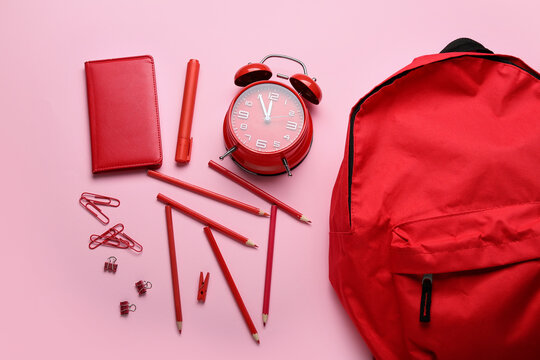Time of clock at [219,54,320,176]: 11:55
